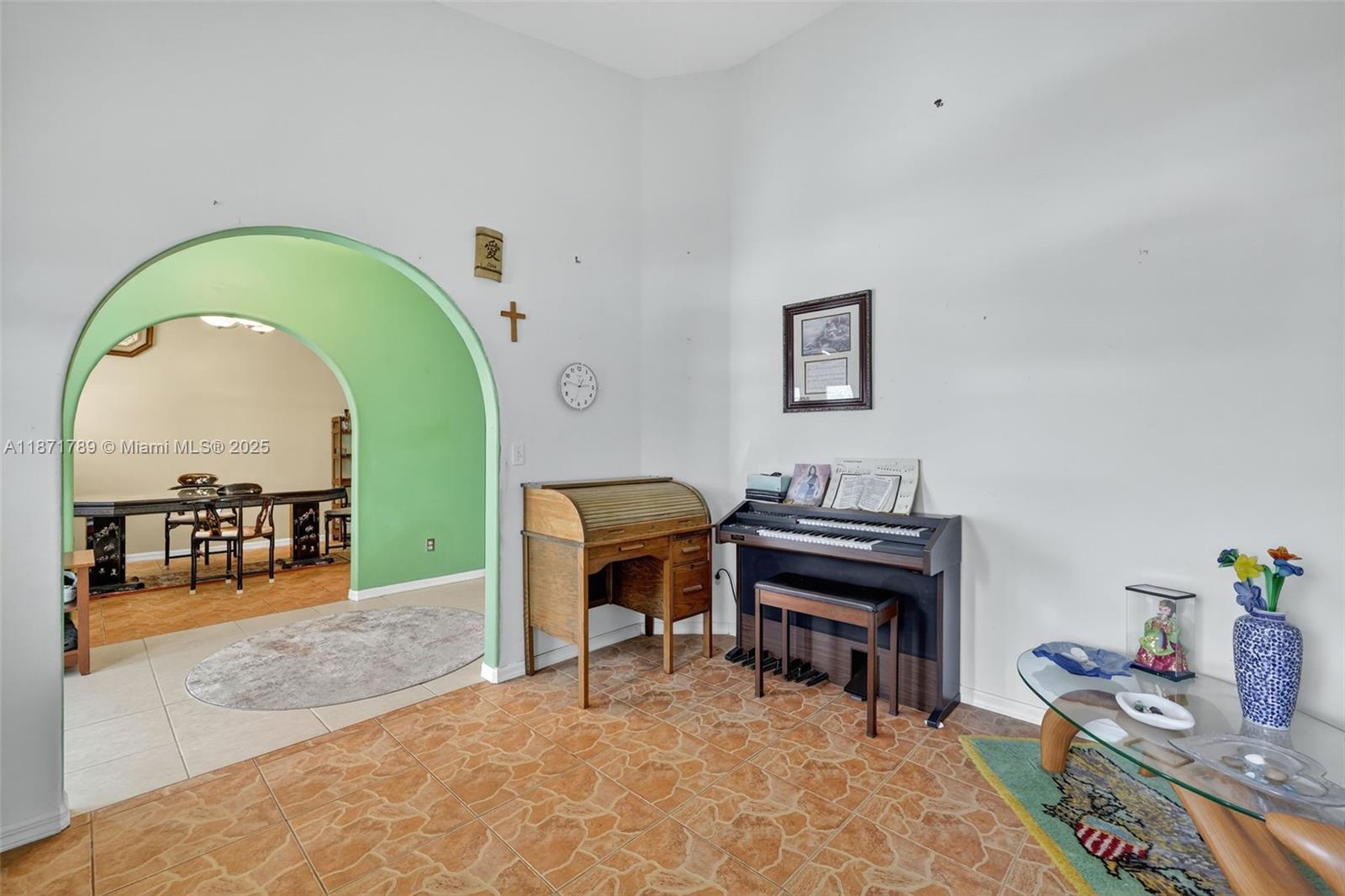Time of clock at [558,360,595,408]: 2:46
